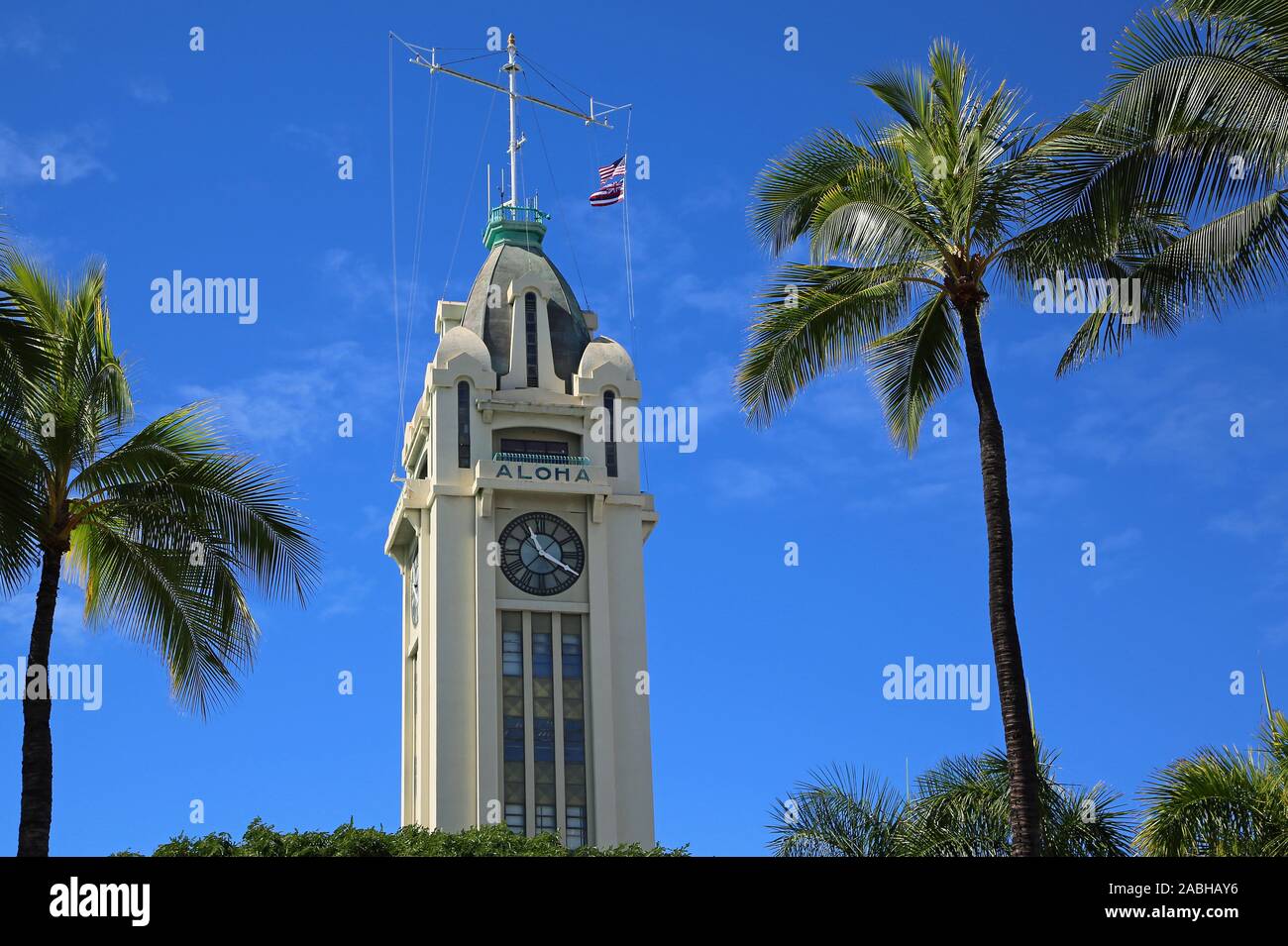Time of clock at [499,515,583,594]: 3:55
